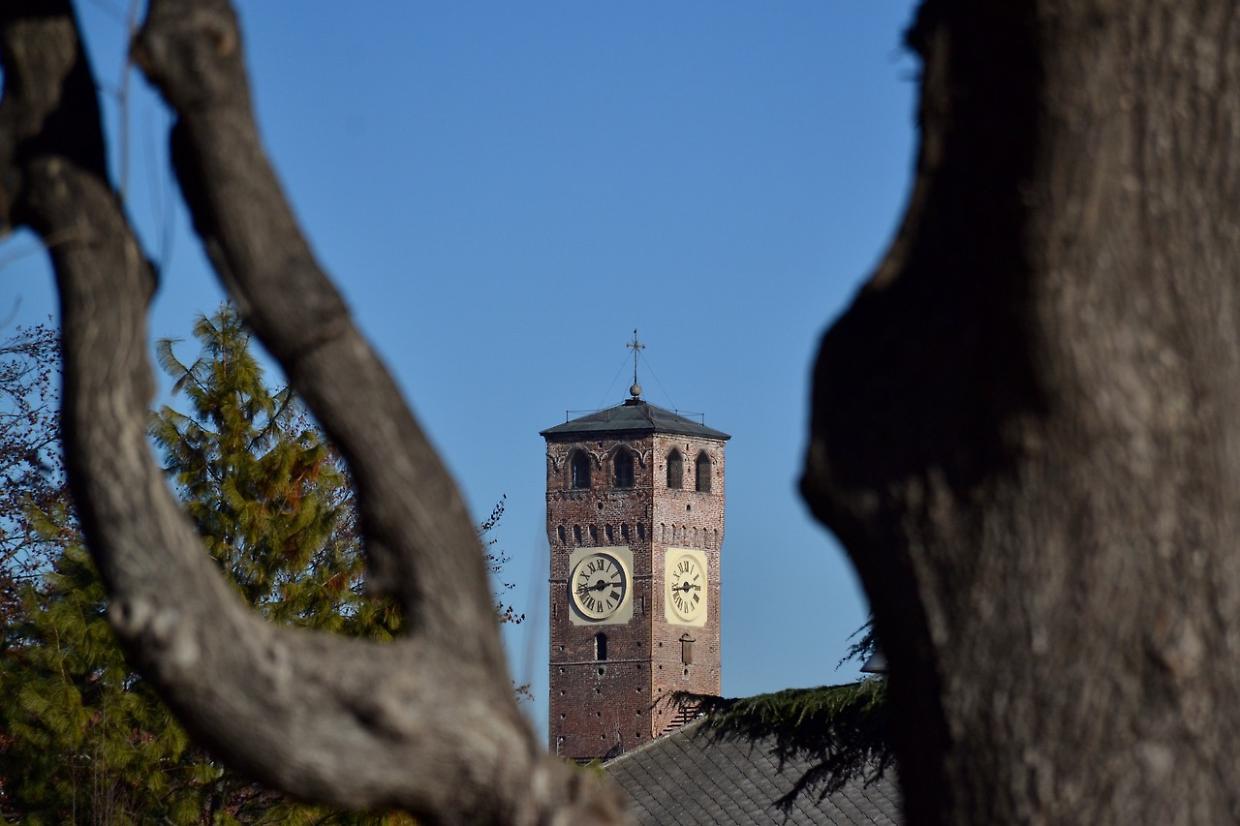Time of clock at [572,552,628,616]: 2:42
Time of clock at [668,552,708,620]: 2:43
